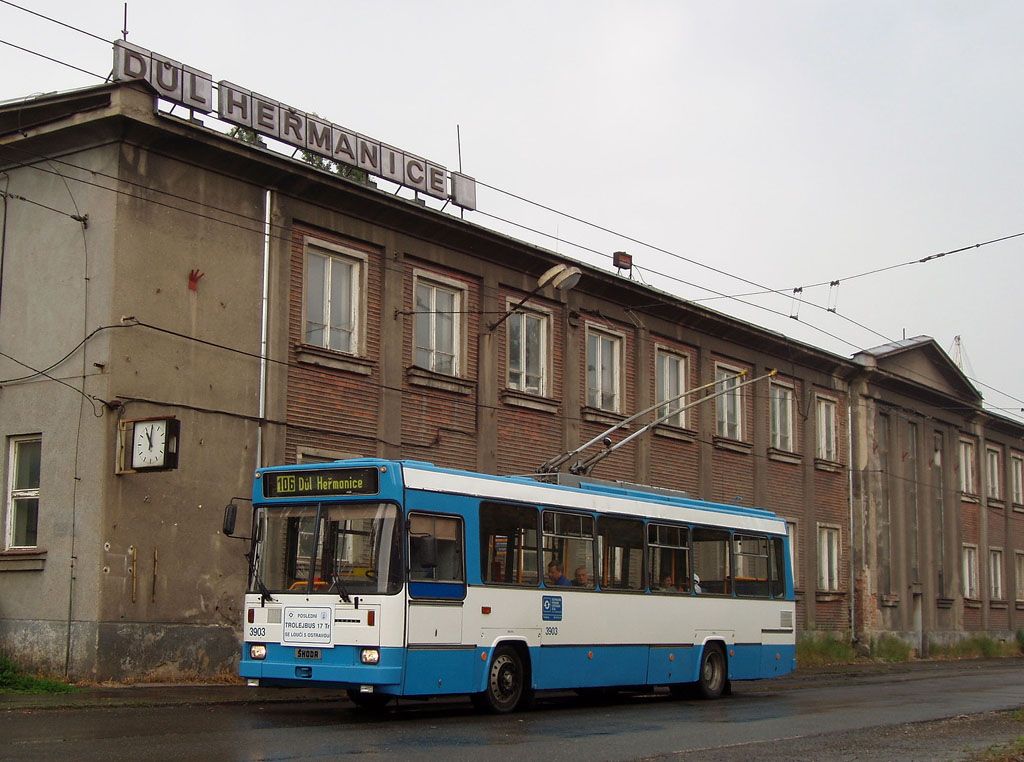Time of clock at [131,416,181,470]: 11:00
